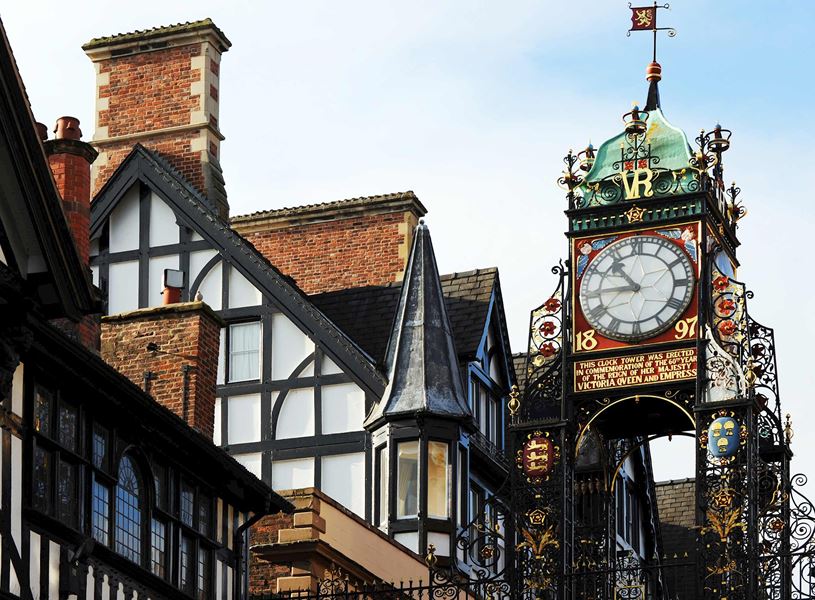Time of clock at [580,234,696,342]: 10:45
